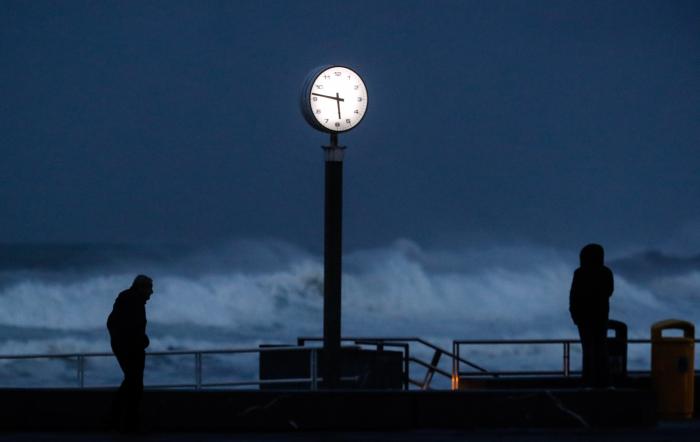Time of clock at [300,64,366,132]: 5:46
